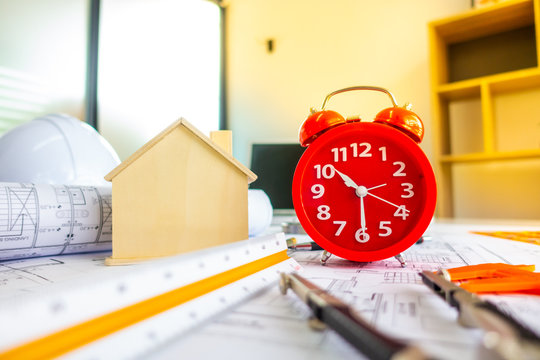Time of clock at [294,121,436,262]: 10:29
